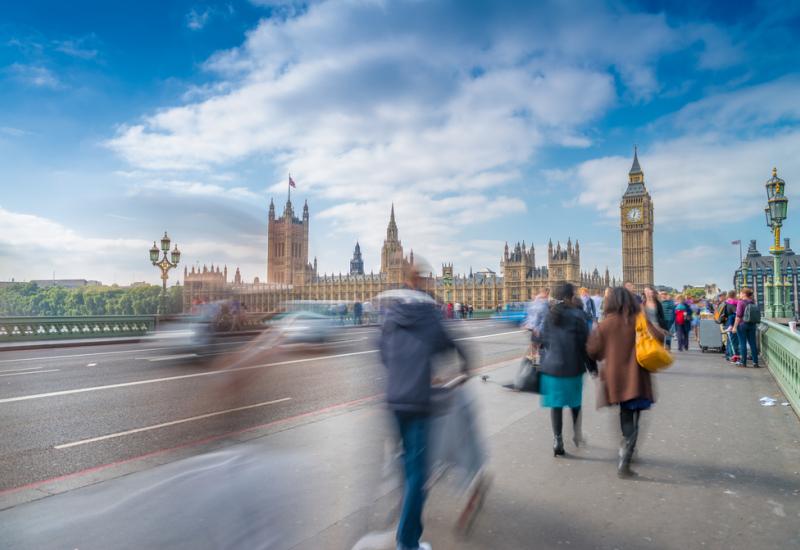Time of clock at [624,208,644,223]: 12:32
